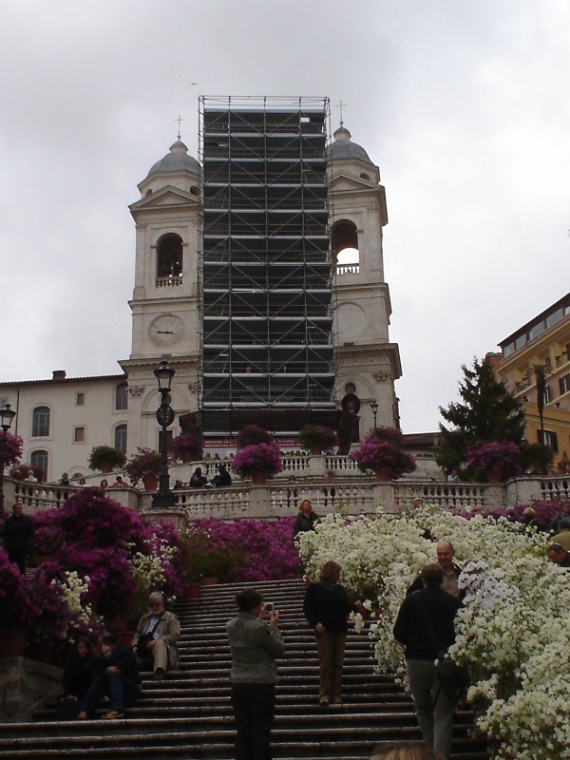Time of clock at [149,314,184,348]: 9:17
